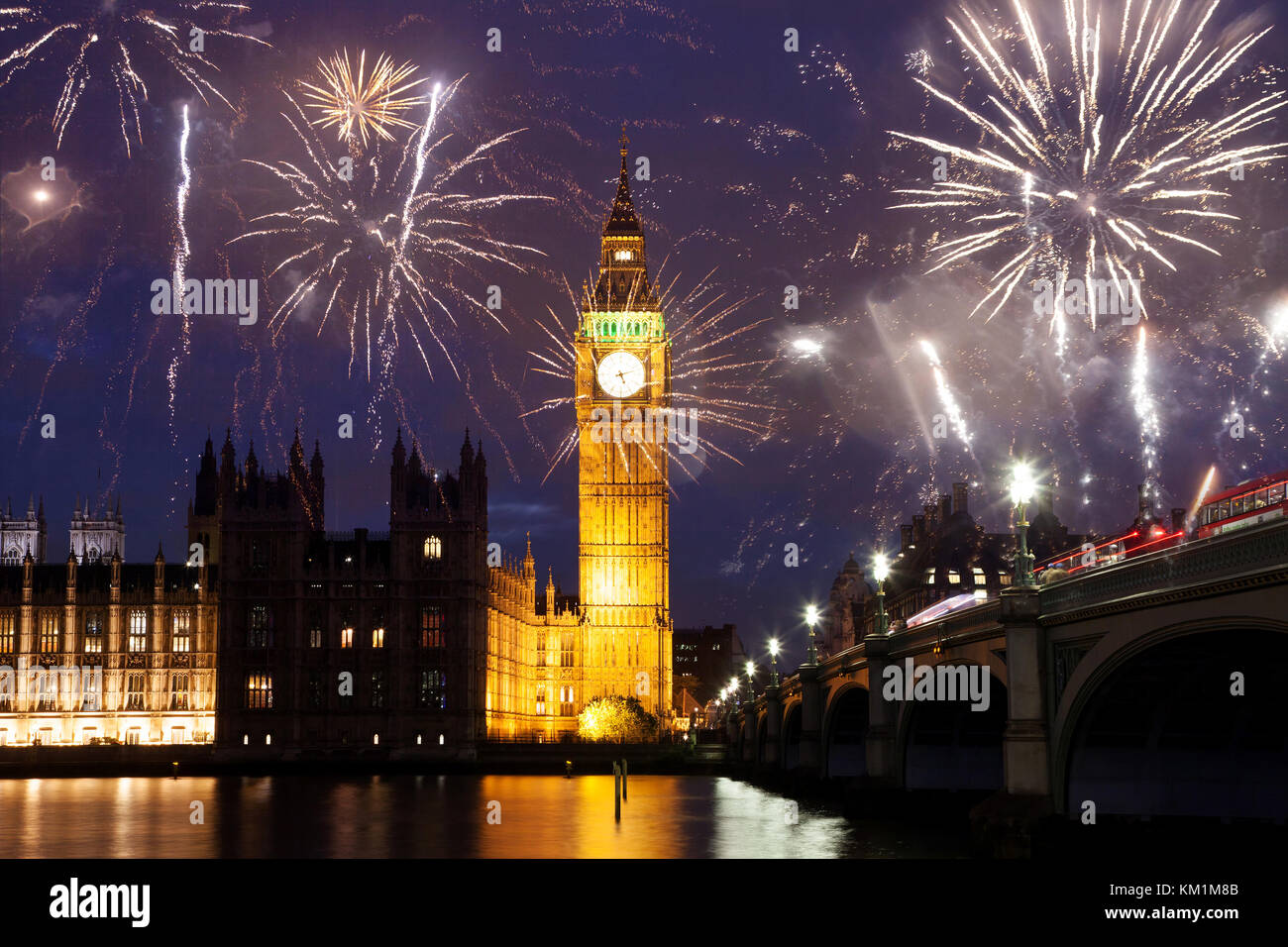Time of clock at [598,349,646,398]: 5:12
